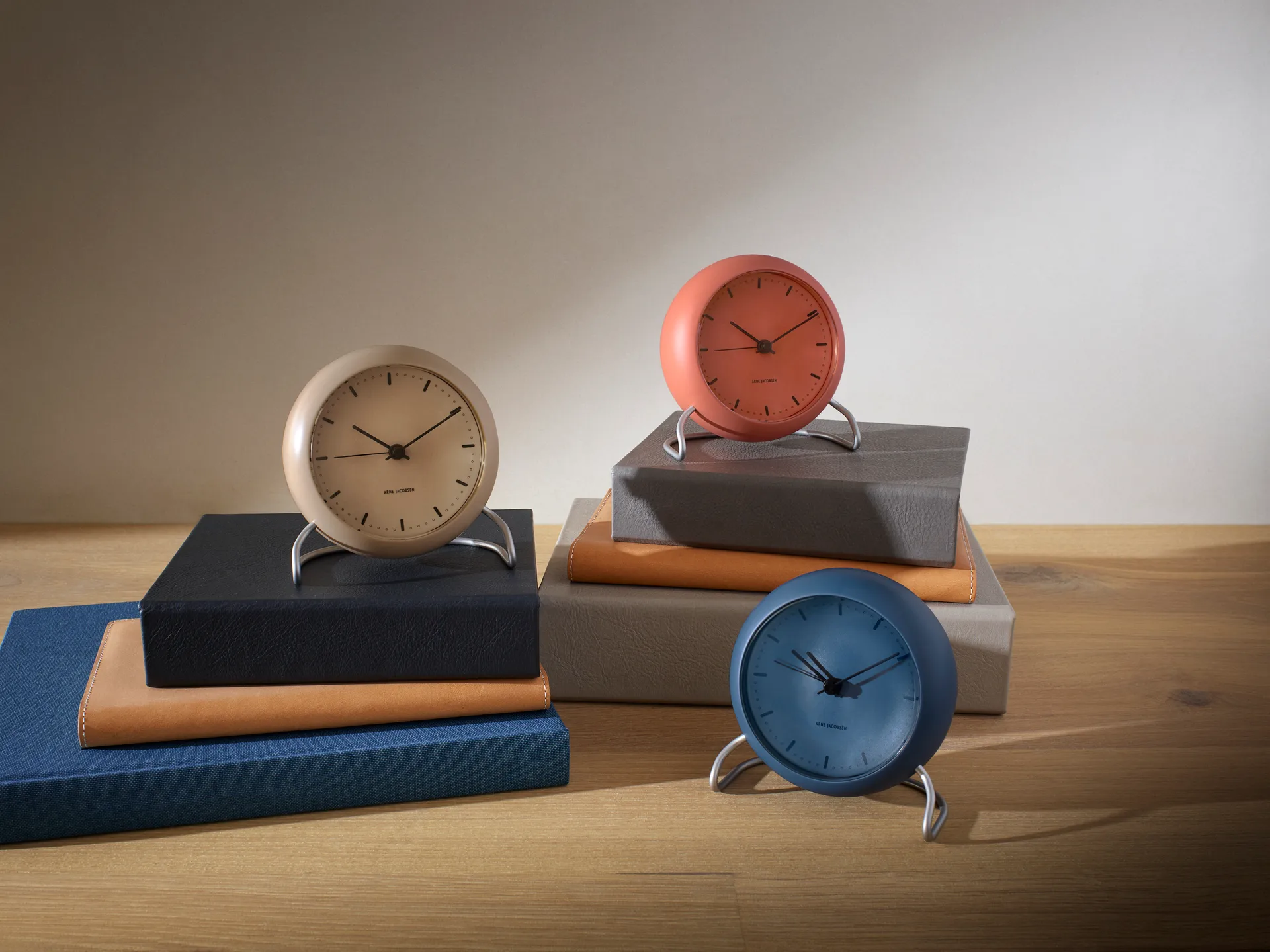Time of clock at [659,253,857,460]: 10:10
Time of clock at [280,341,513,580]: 10:10
